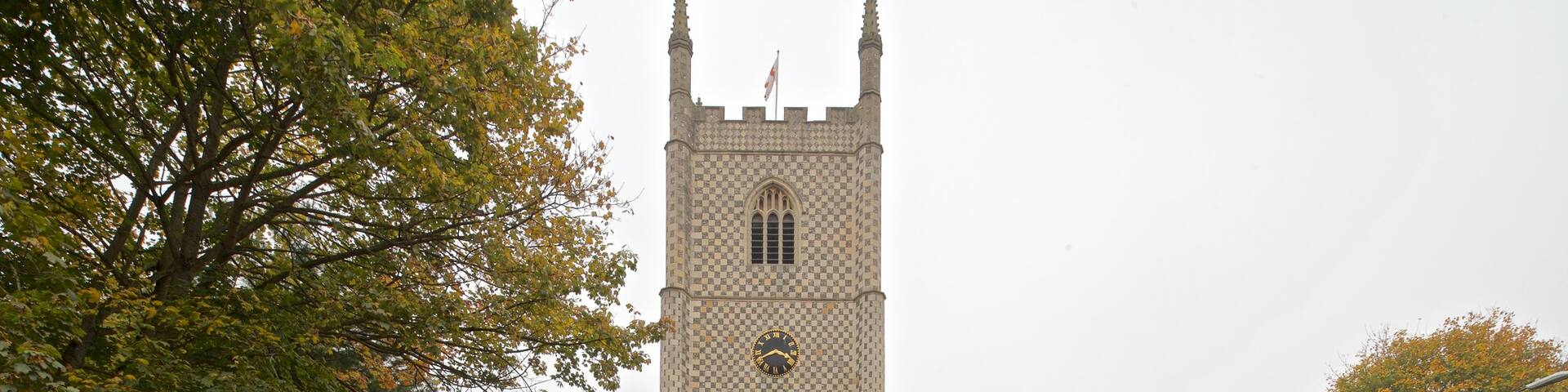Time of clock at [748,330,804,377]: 3:40
